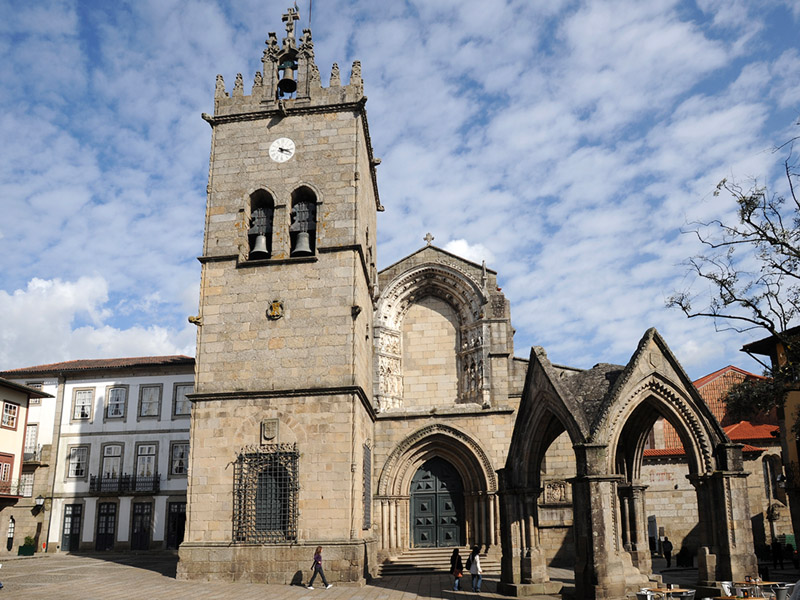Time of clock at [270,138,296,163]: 5:18
